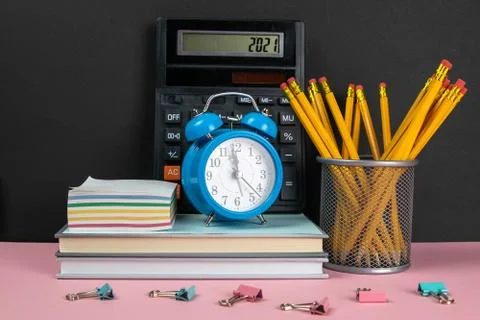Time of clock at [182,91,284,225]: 11:59
